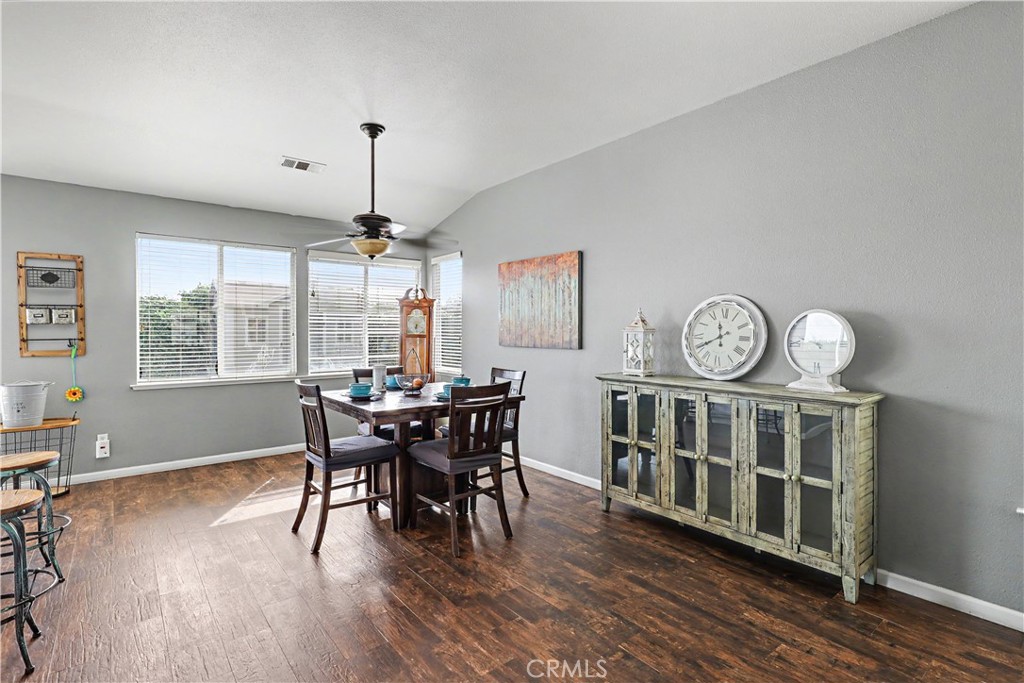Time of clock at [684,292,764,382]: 11:40
